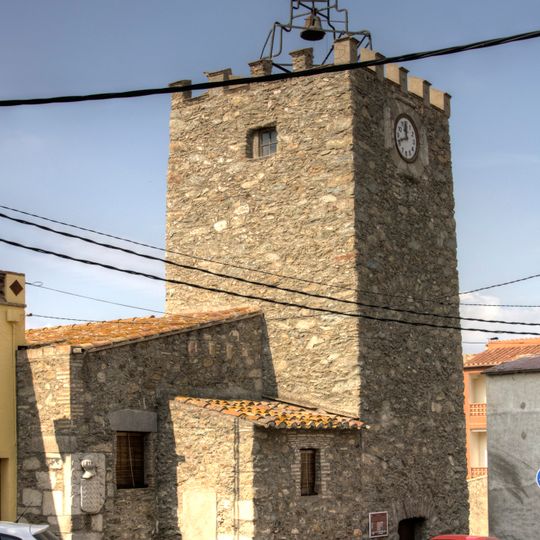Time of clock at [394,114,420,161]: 11:41
